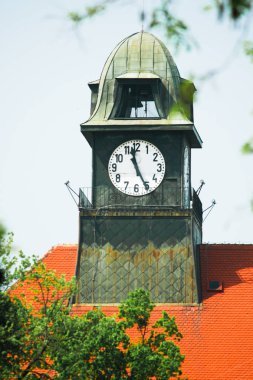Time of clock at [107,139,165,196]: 11:25
